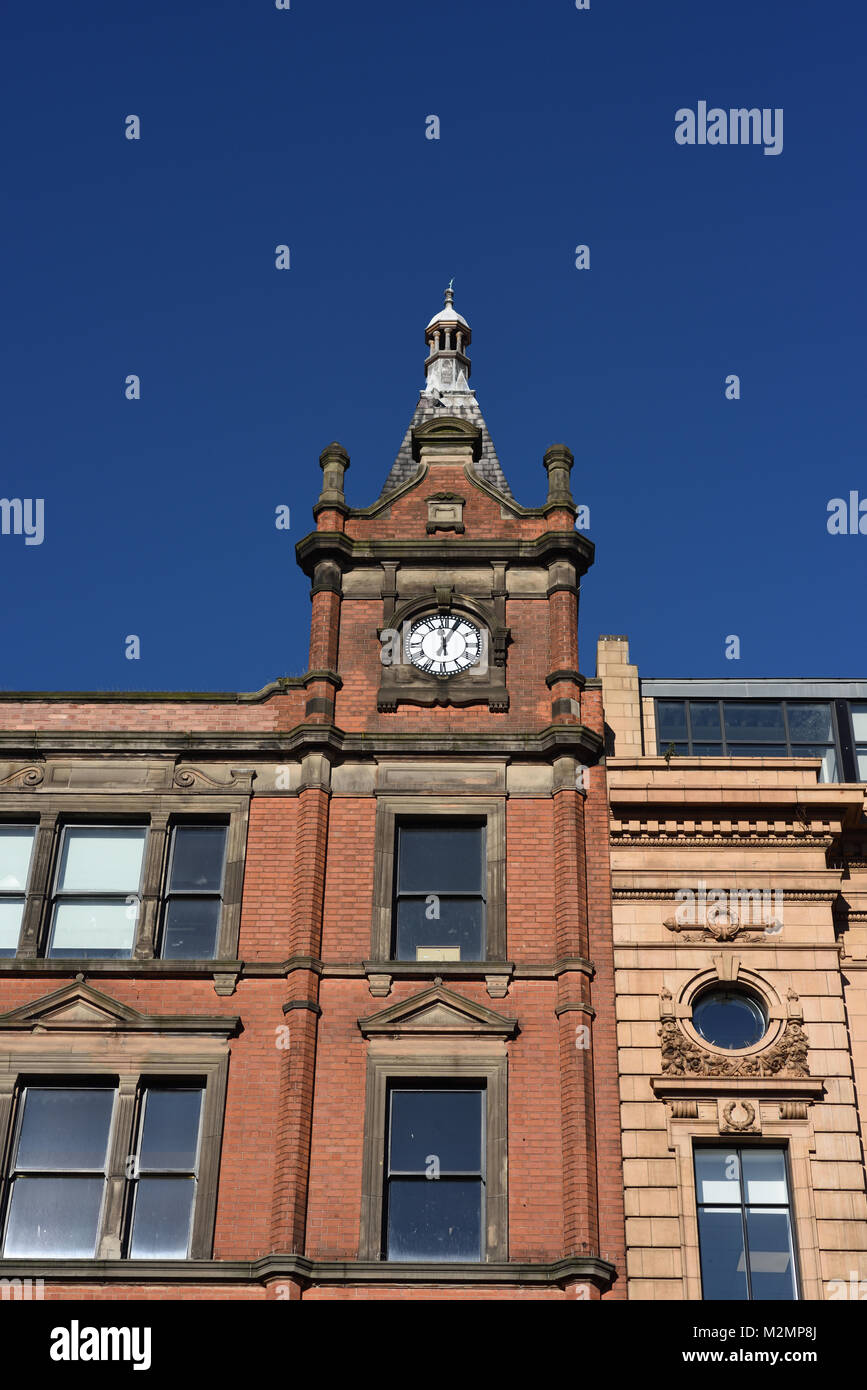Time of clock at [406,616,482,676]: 12:04
